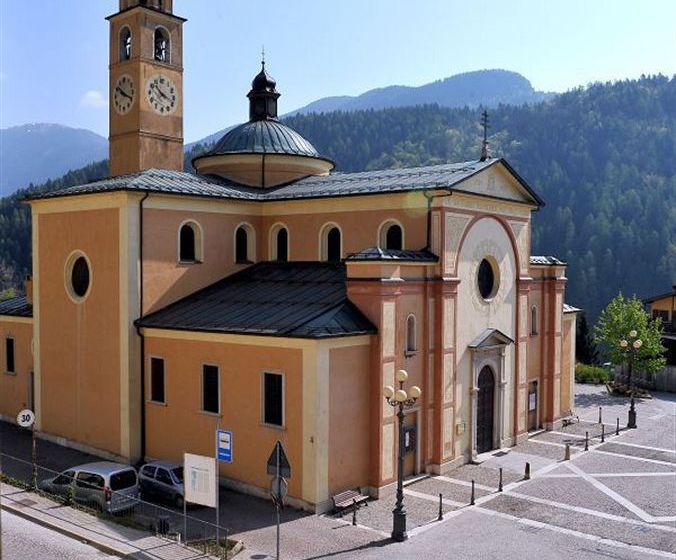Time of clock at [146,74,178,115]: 10:18
